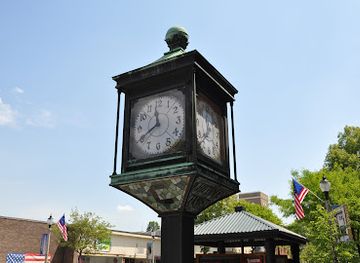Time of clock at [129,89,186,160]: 11:40
